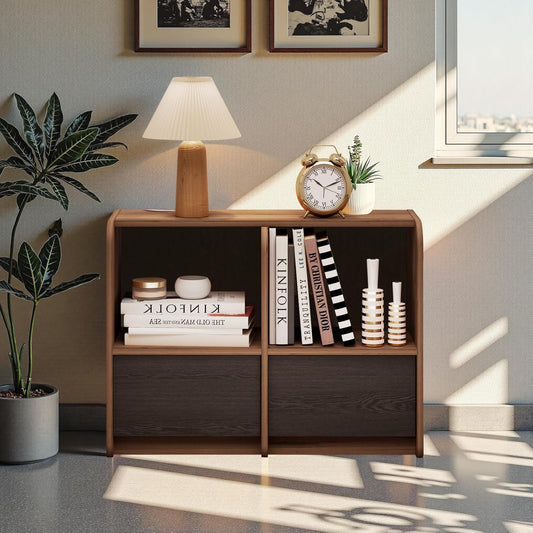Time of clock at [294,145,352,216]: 10:11
